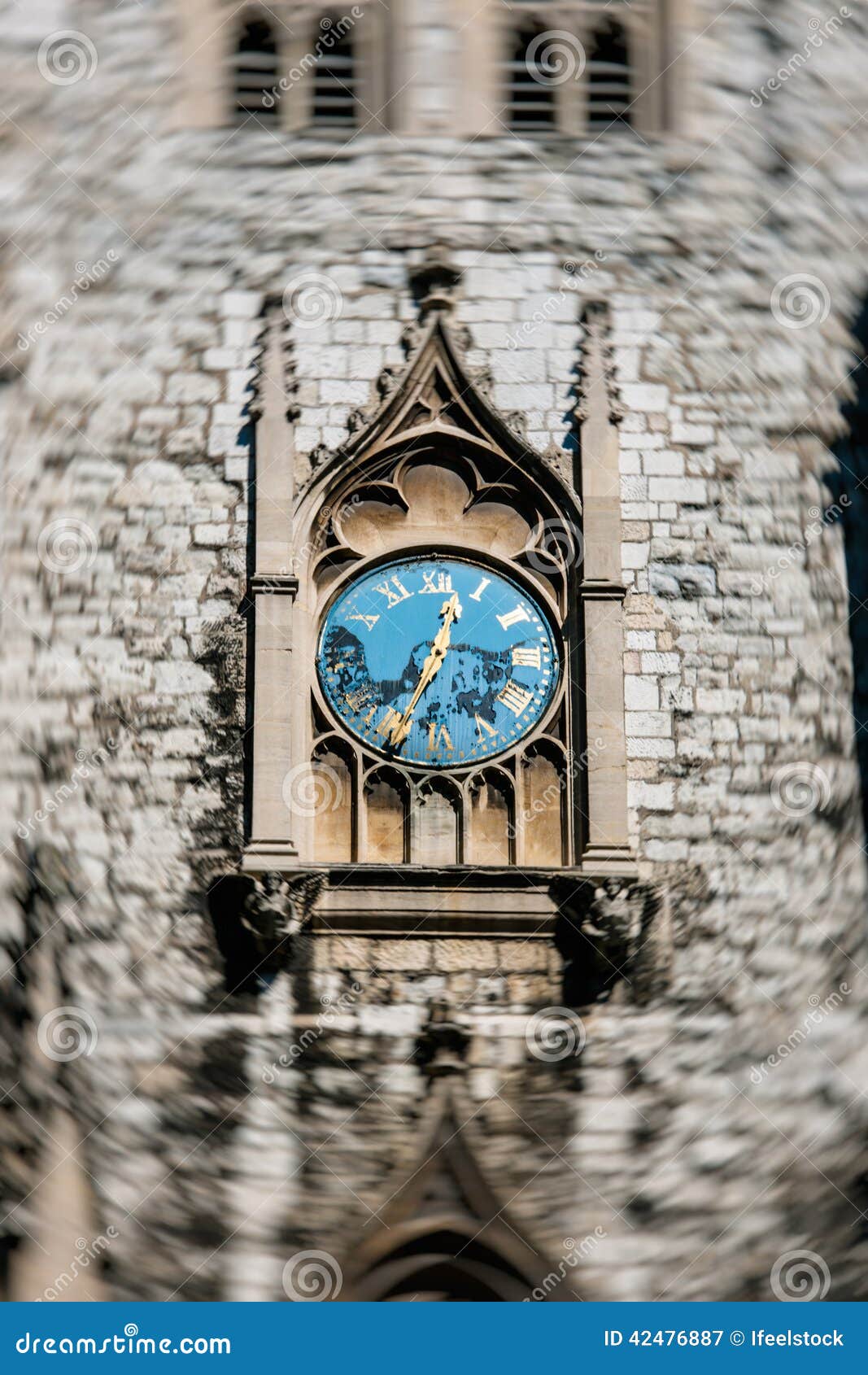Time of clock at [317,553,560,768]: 12:34
